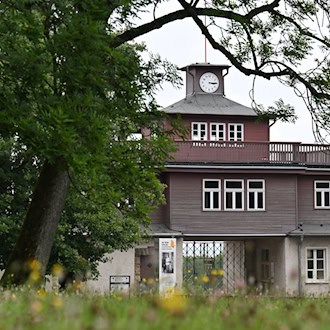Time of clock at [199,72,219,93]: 3:14
